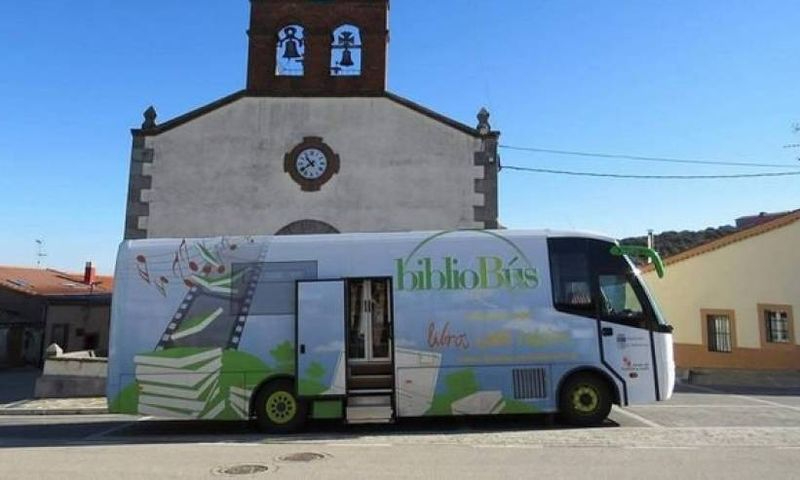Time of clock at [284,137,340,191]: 10:38
